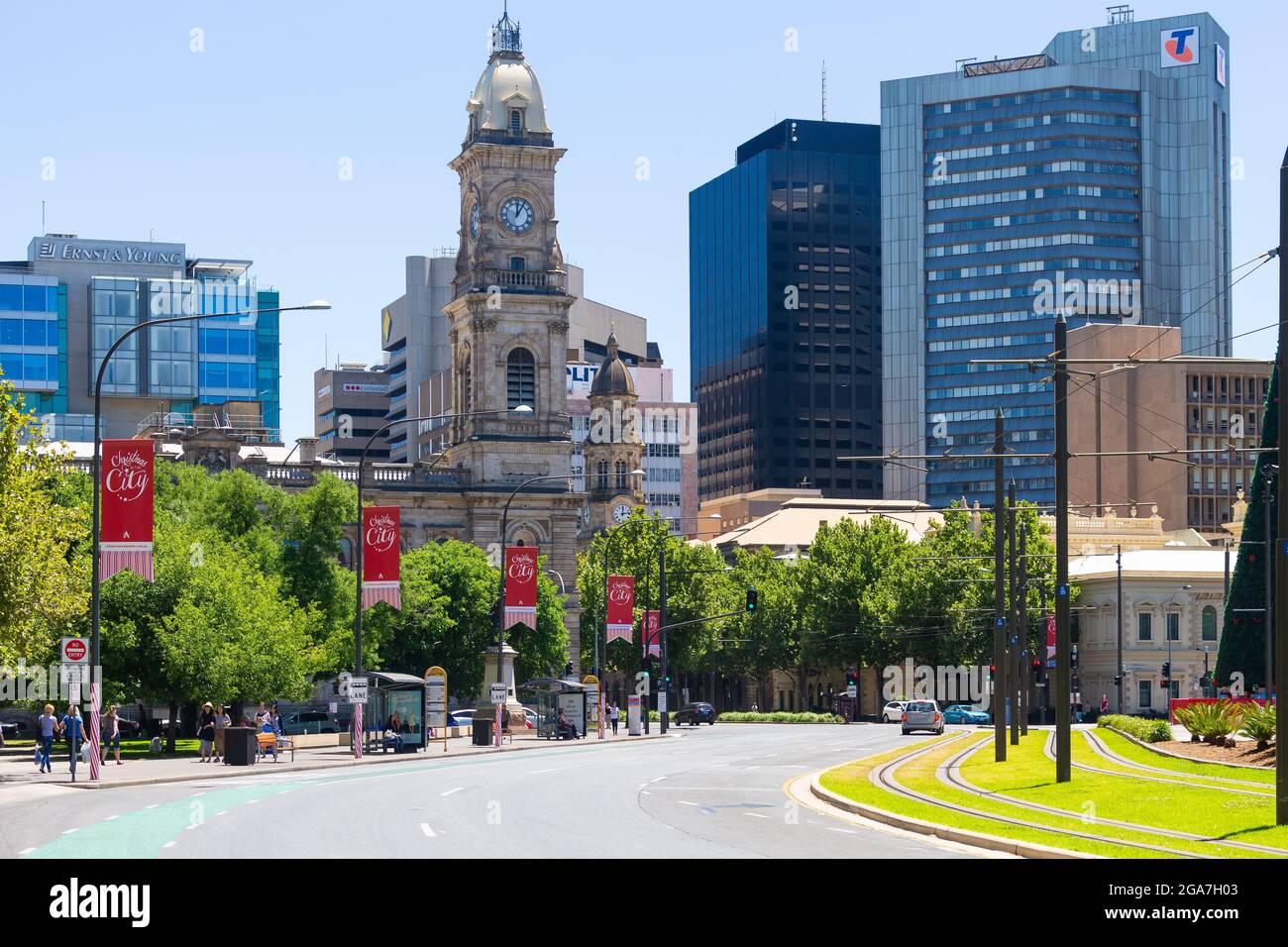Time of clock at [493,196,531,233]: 12:05
